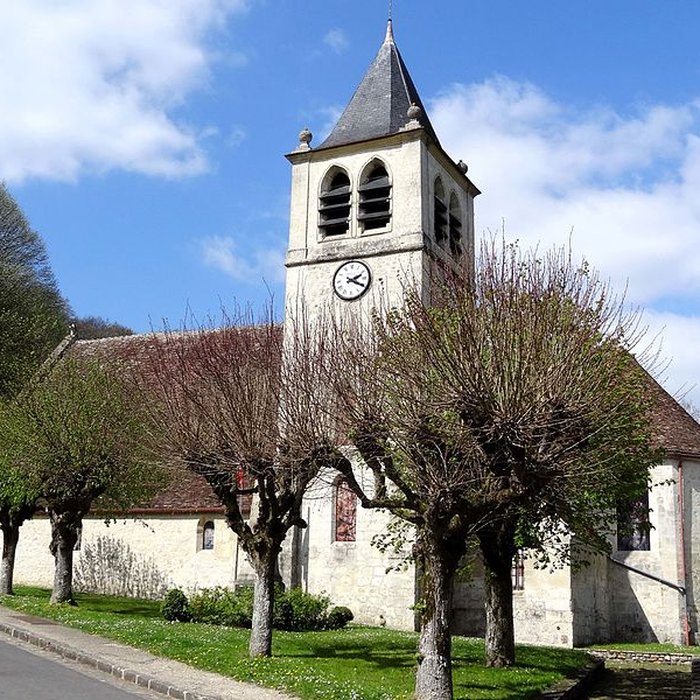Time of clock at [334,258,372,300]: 2:19
